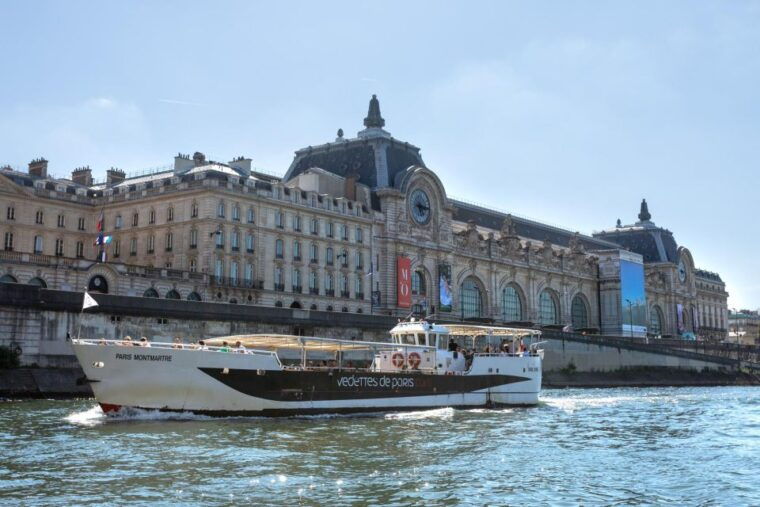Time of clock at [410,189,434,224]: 5:15
